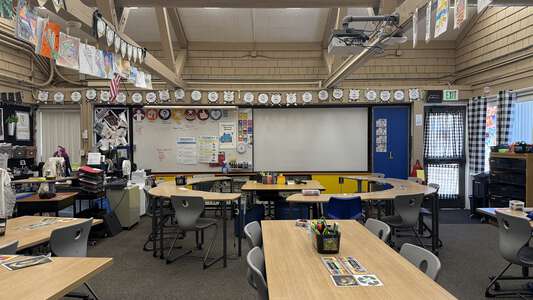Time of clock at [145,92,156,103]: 8:37
